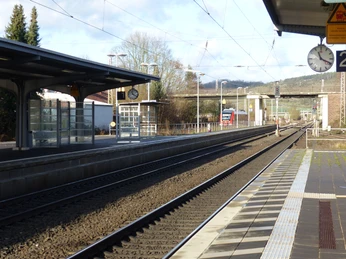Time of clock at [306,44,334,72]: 11:19
